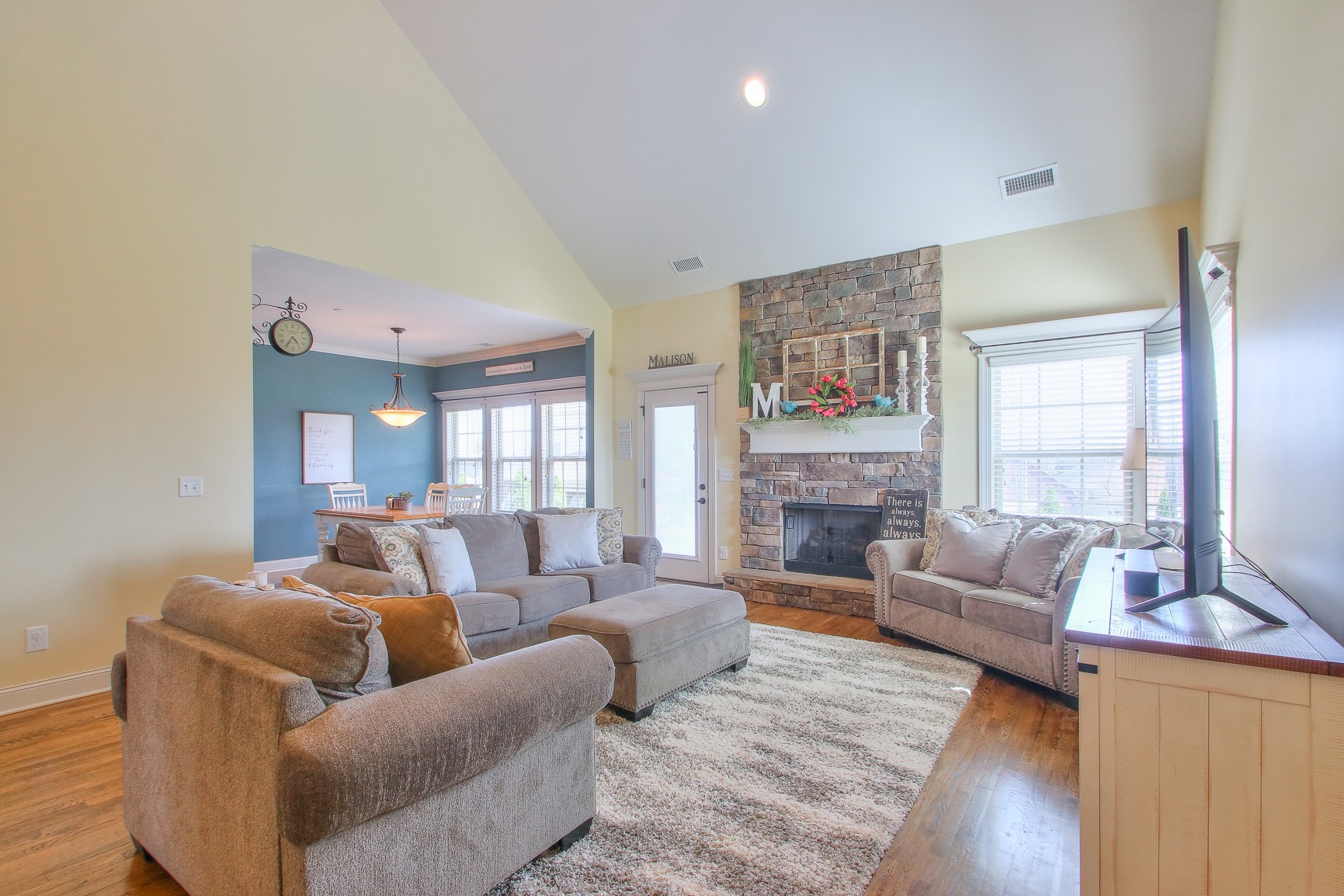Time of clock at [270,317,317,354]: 4:35
